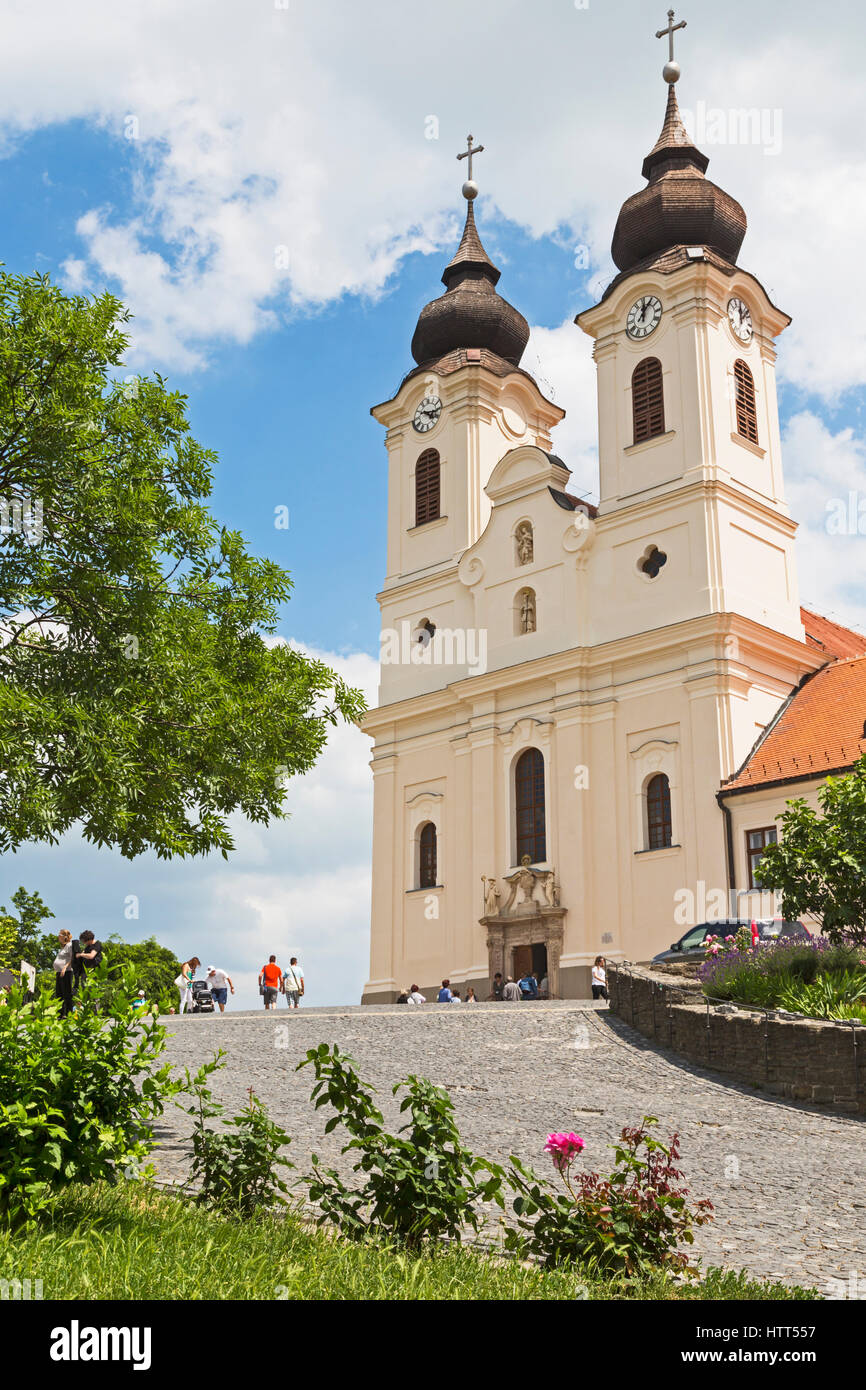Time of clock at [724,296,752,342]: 12:07
